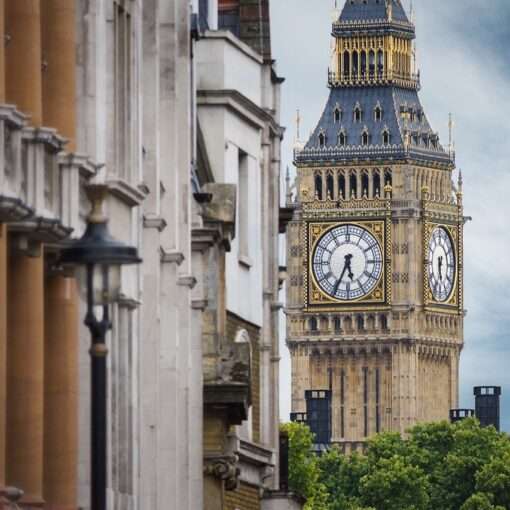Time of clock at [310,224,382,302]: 5:34
